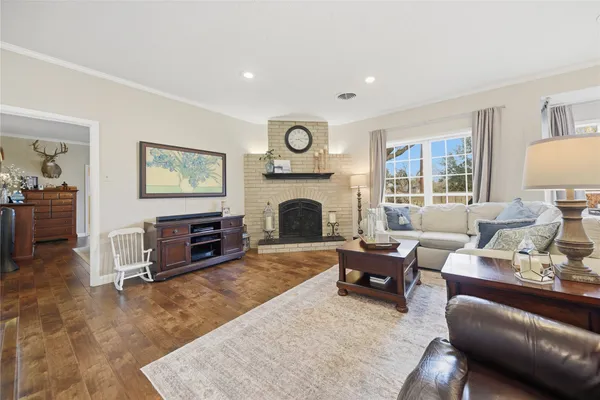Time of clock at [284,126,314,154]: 4:13
